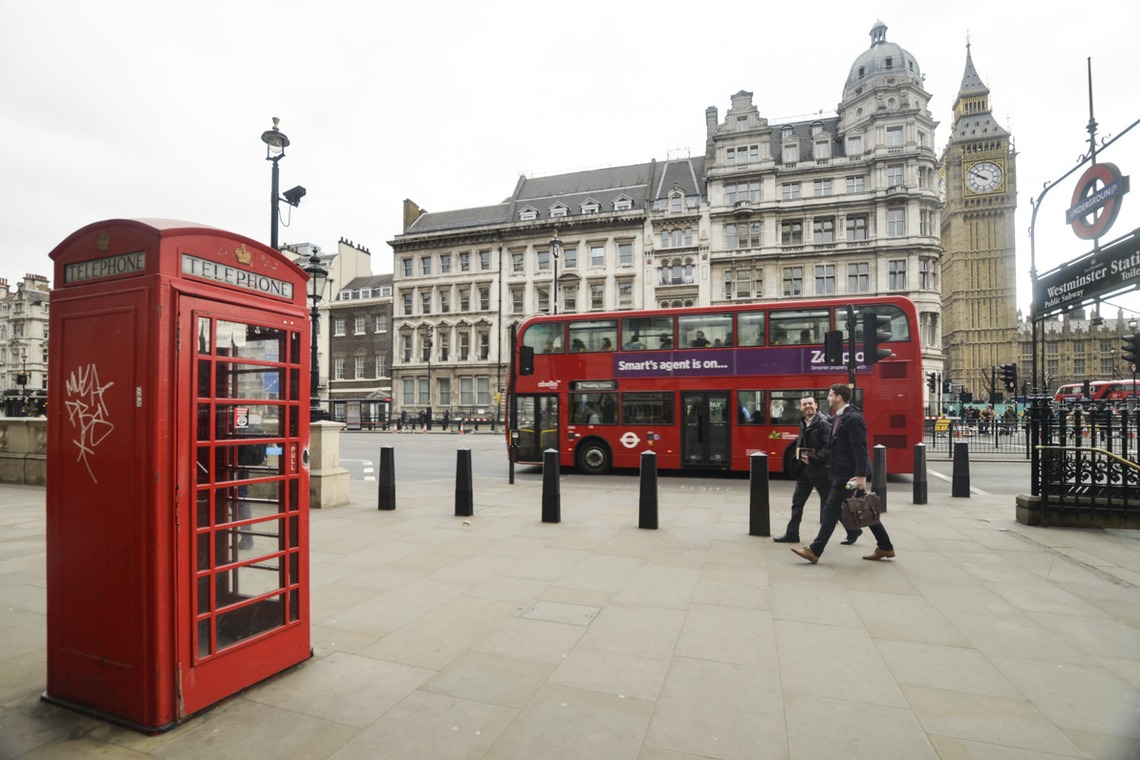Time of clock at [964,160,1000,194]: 9:50
